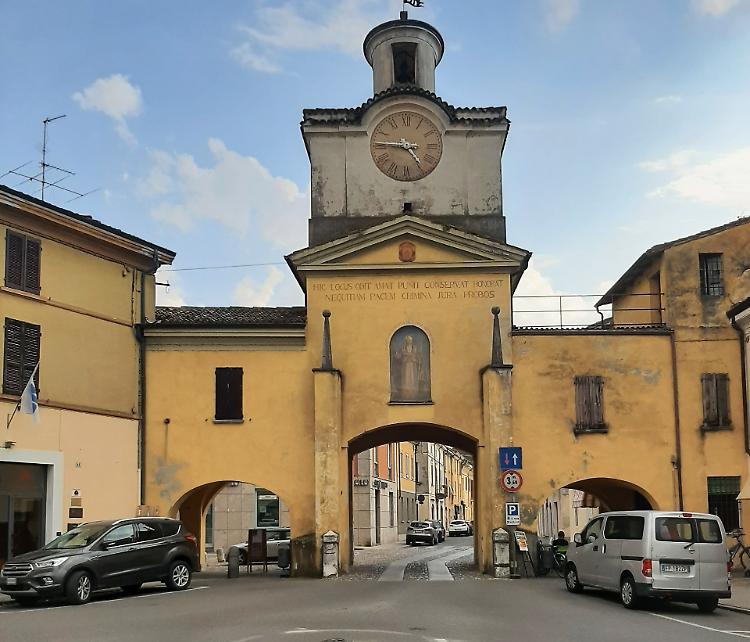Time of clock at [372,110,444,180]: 4:45
